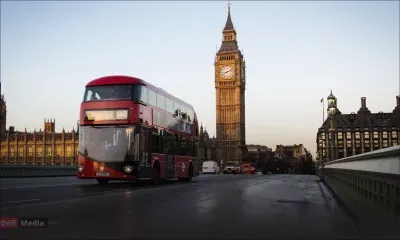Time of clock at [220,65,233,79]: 8:11
